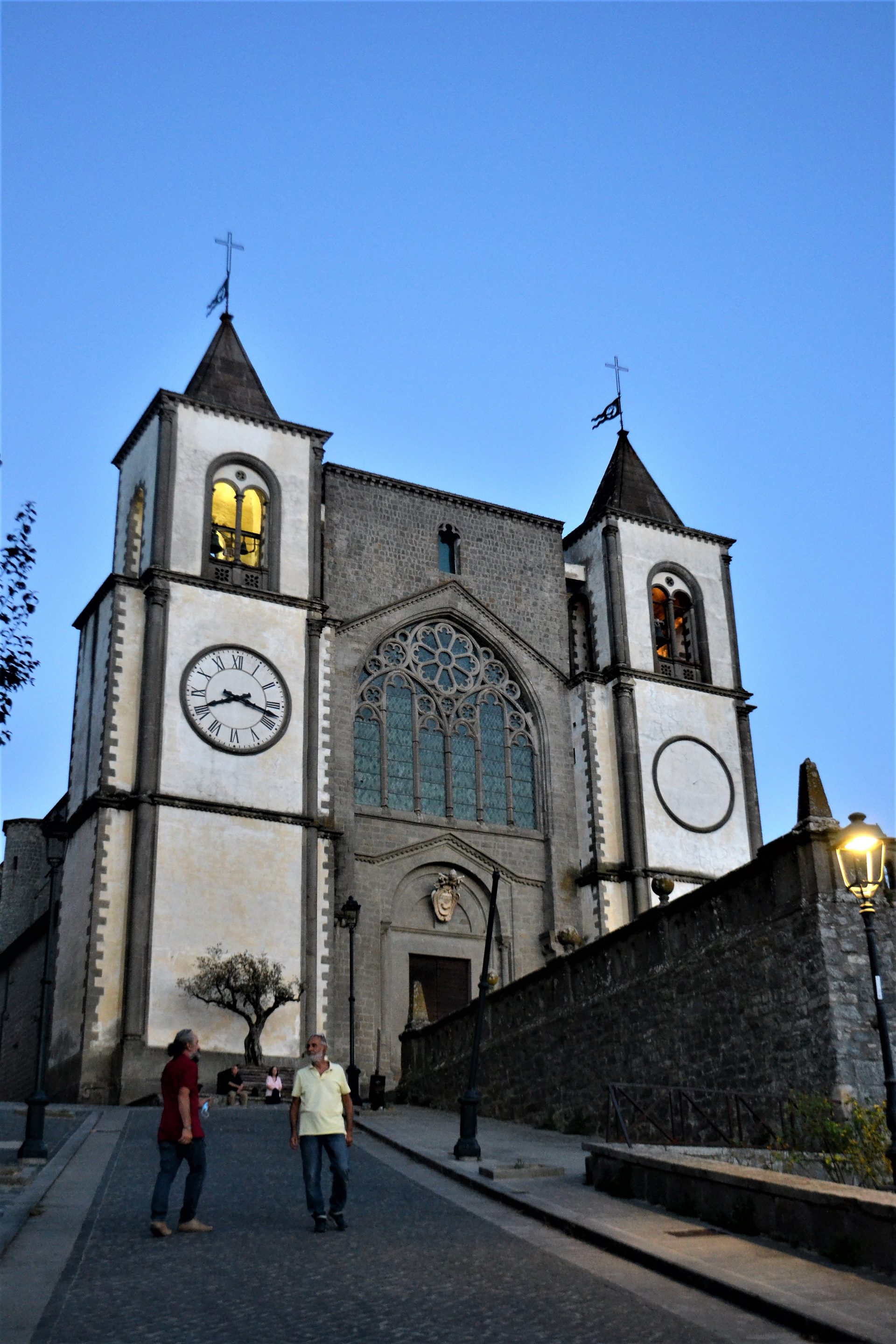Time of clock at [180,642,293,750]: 8:17
